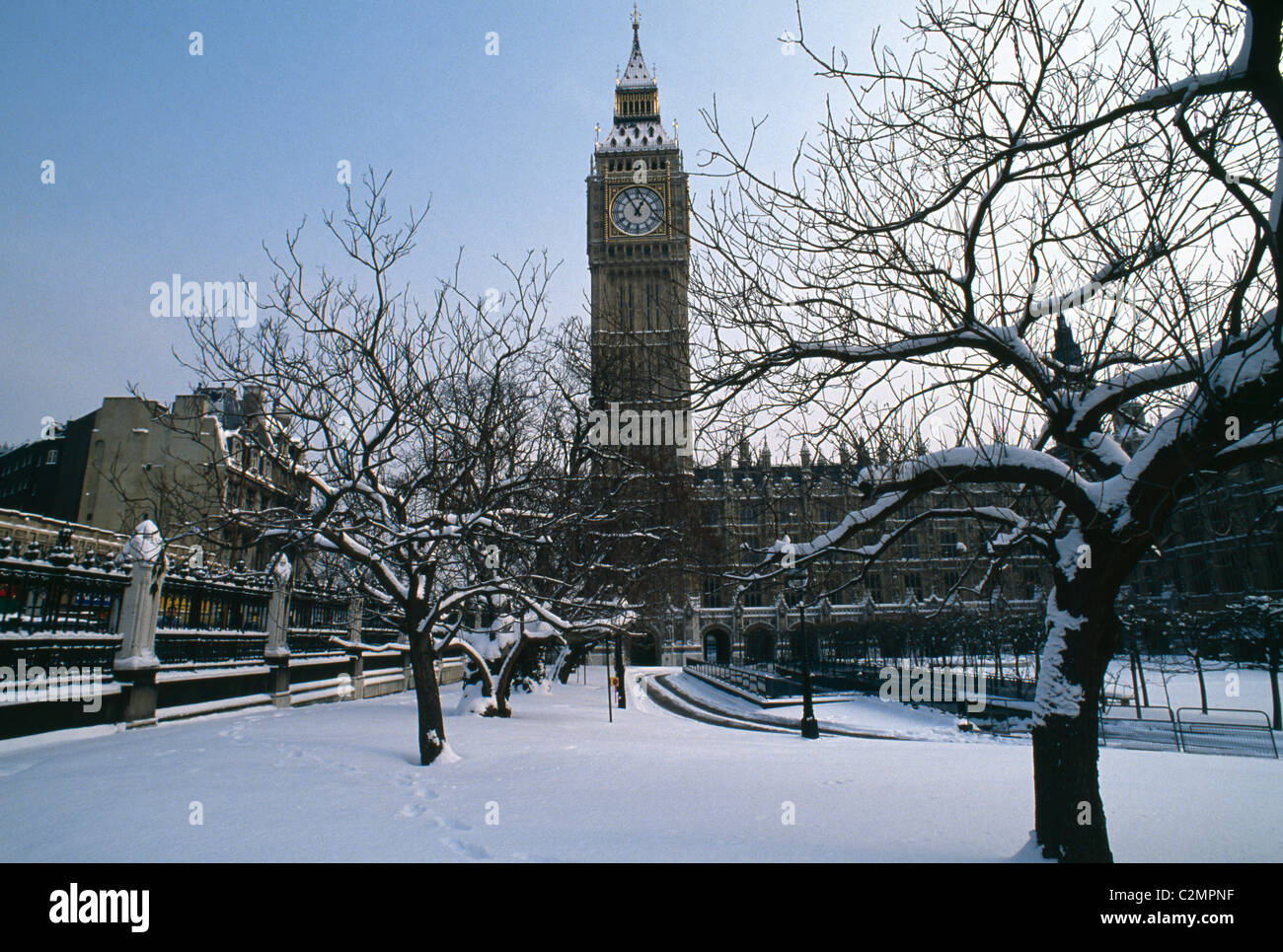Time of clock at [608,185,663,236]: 12:55
